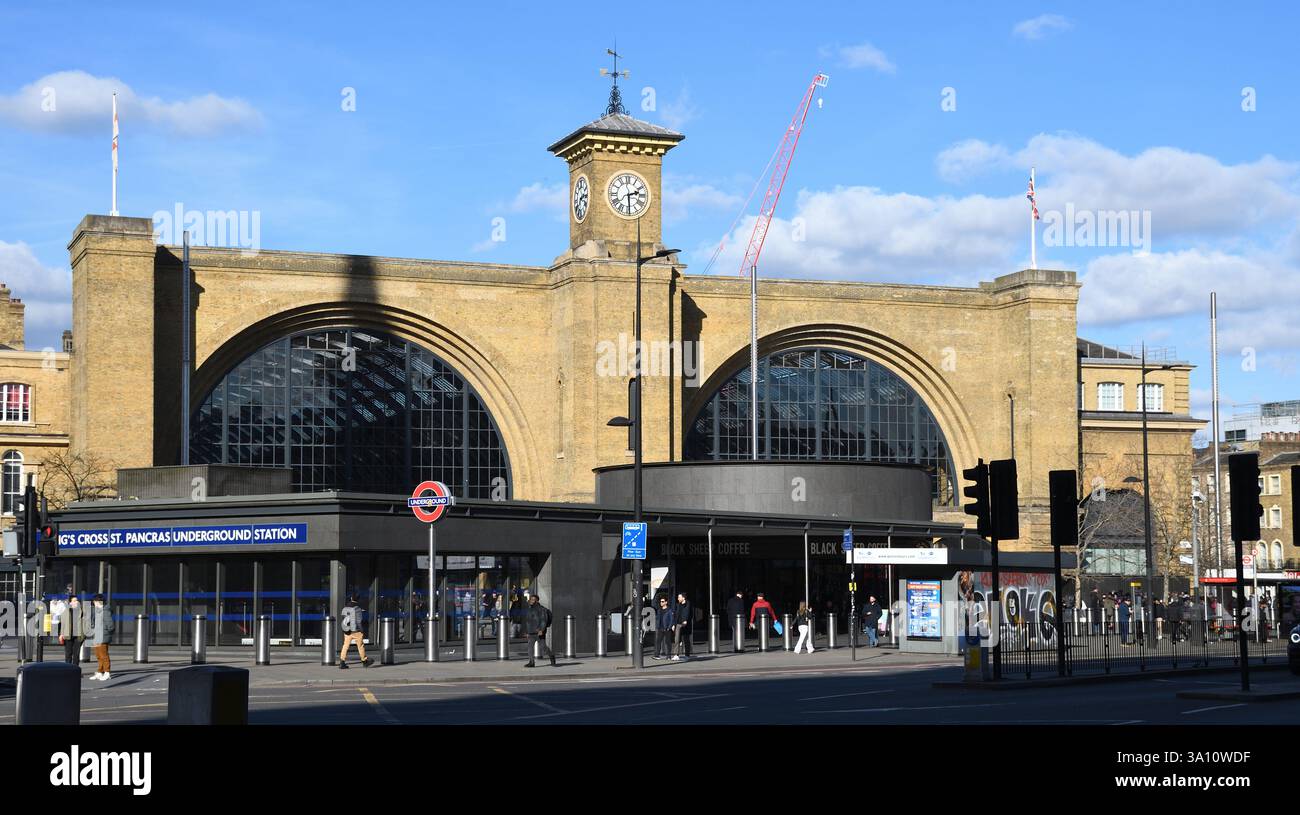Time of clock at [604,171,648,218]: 2:29
